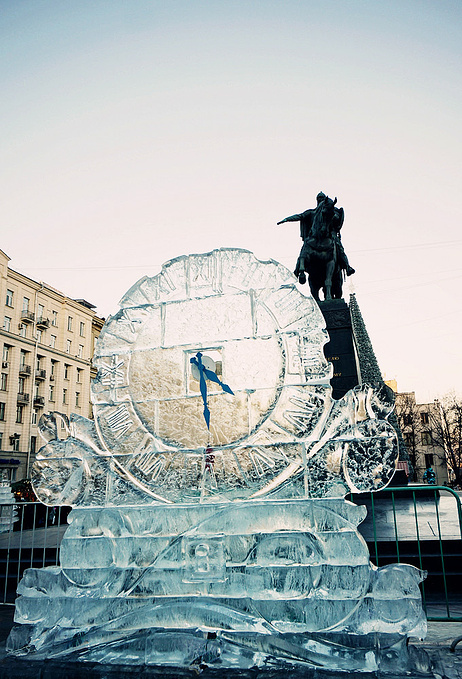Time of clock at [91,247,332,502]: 4:29
